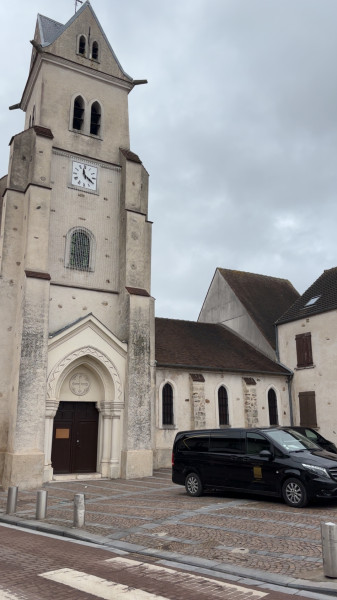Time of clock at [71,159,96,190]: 11:20
